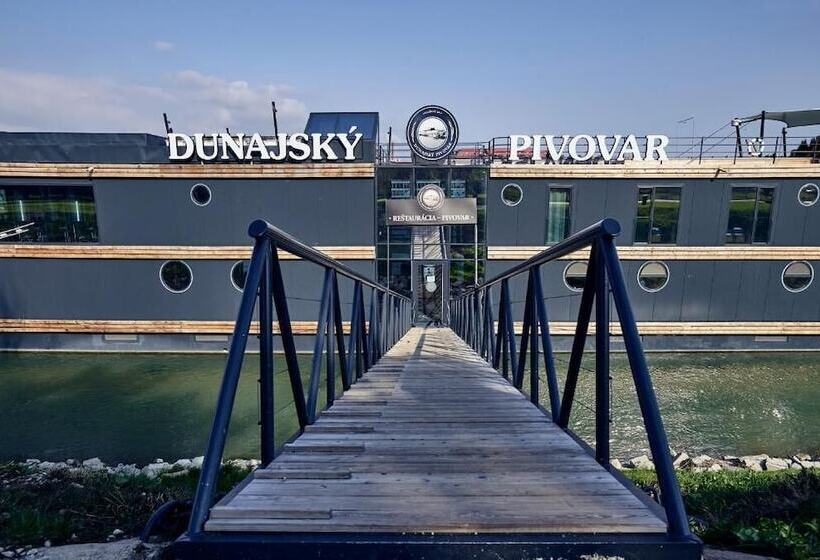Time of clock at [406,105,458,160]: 3:43
